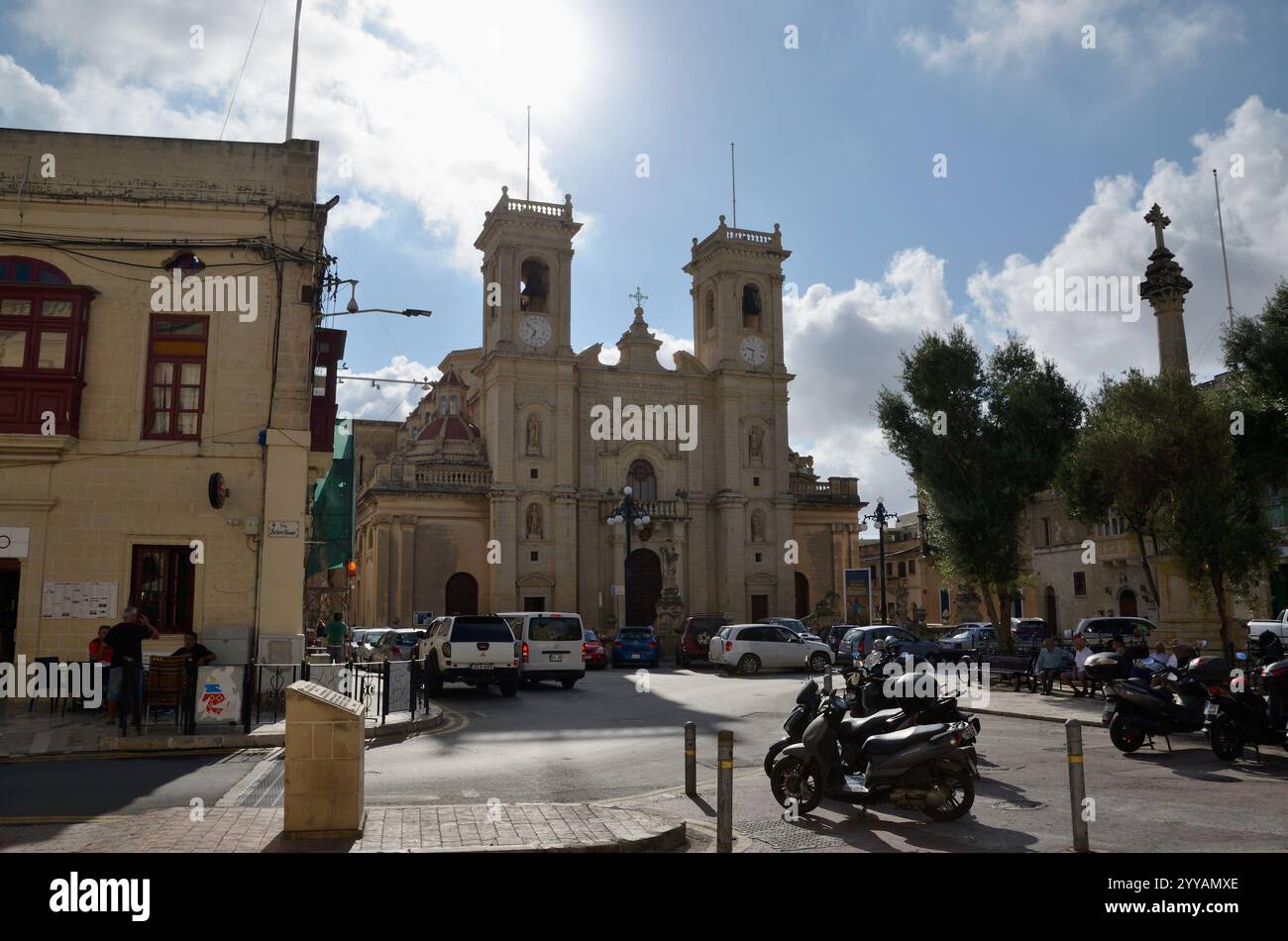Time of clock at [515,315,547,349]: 6:52
